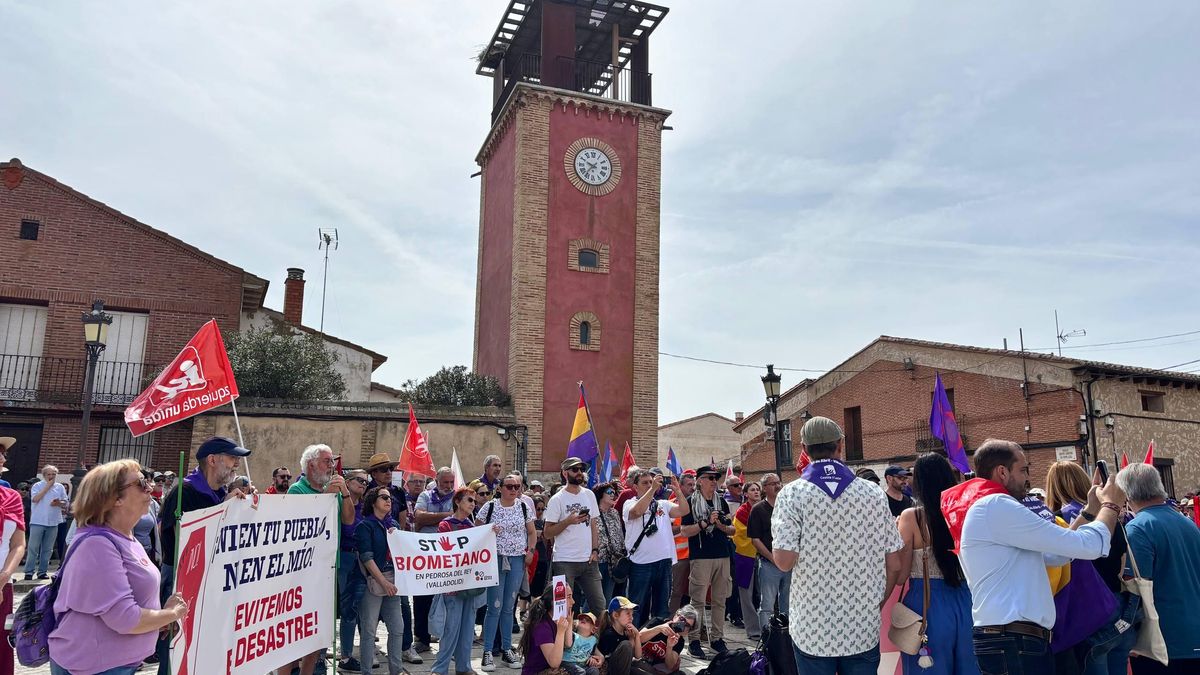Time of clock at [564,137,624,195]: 9:36
